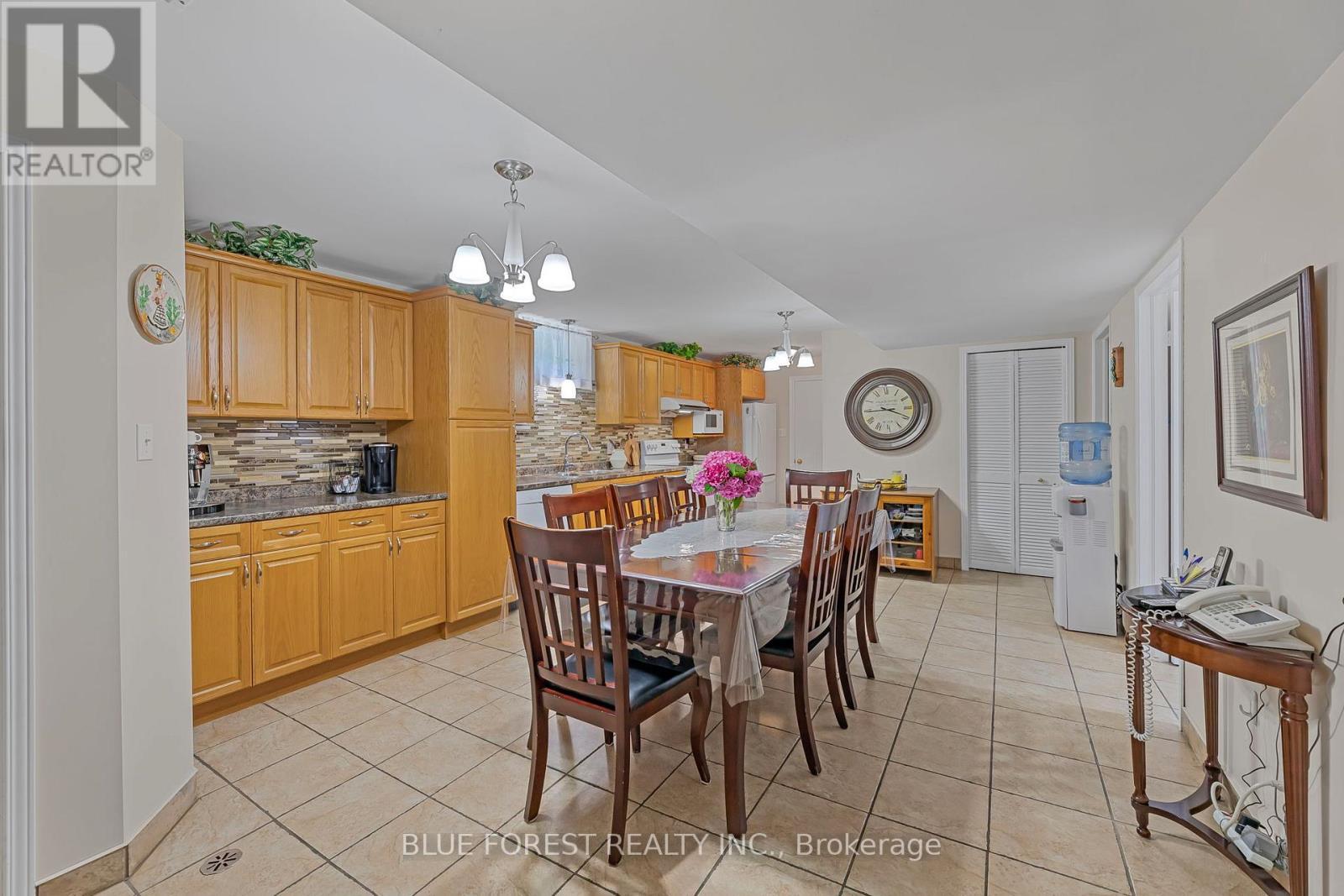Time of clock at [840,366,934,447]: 3:44
